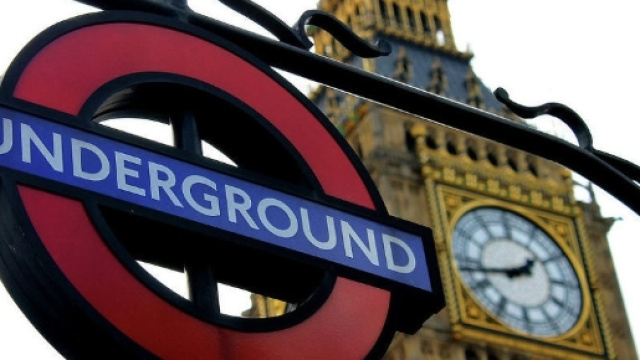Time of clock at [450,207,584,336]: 1:43
